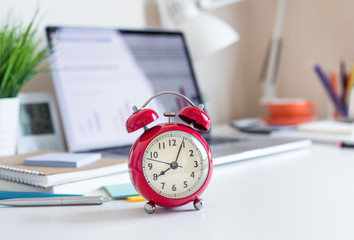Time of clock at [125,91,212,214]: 8:04
